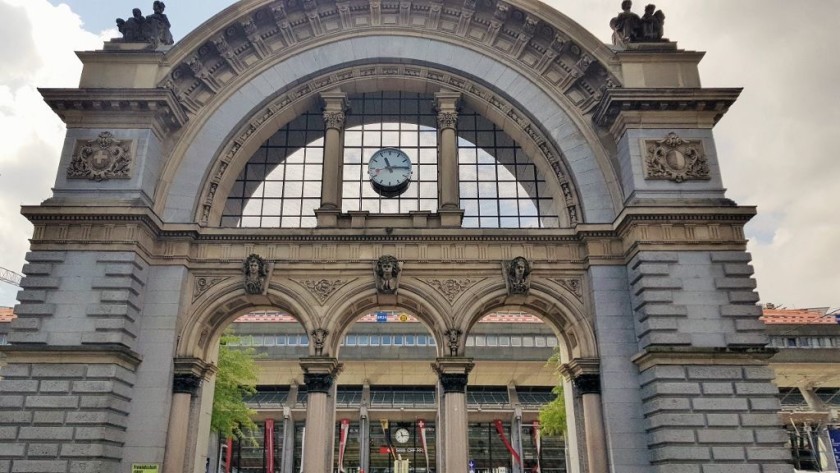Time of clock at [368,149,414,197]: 11:14
